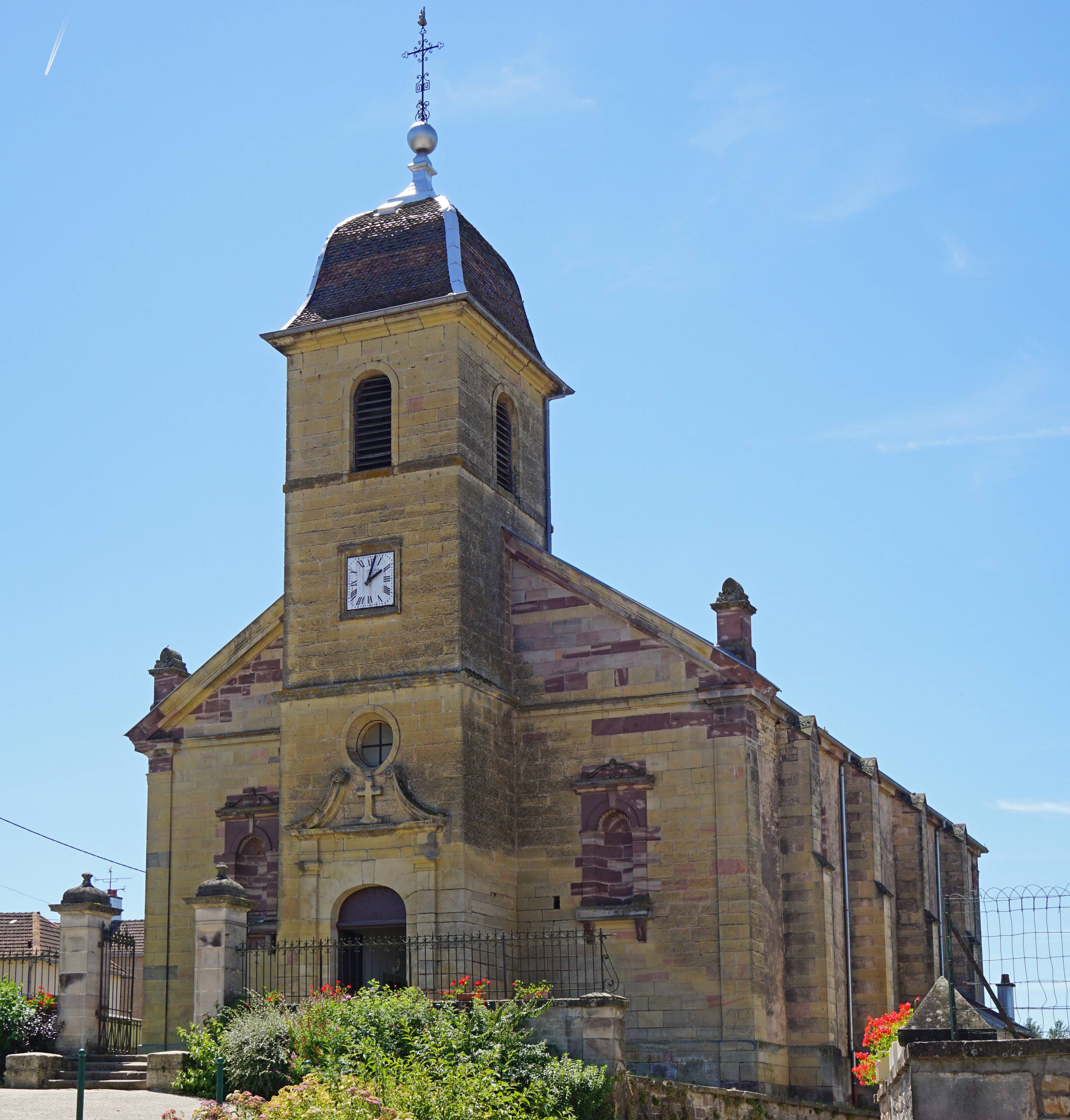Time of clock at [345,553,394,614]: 2:02
